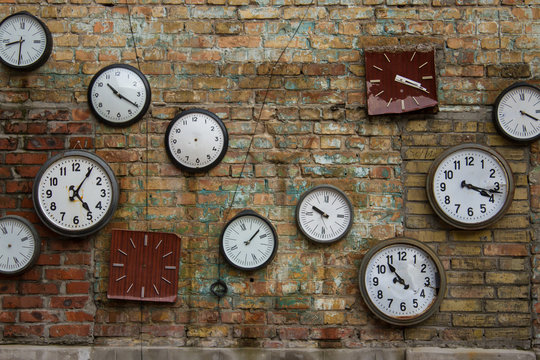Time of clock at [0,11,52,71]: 8:30
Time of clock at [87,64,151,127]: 10:20
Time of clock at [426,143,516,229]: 4:17
